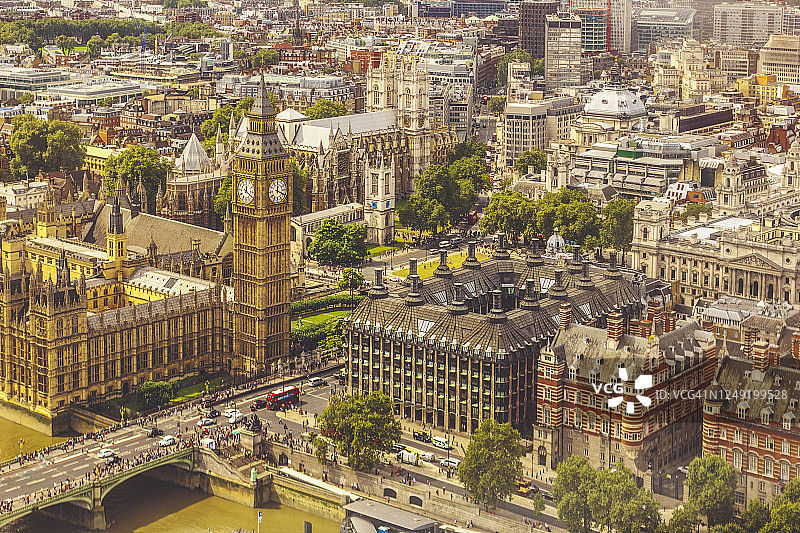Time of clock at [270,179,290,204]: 12:19
